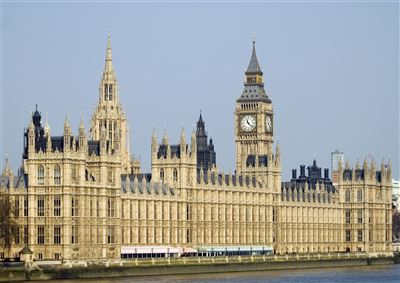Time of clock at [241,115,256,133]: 11:22
